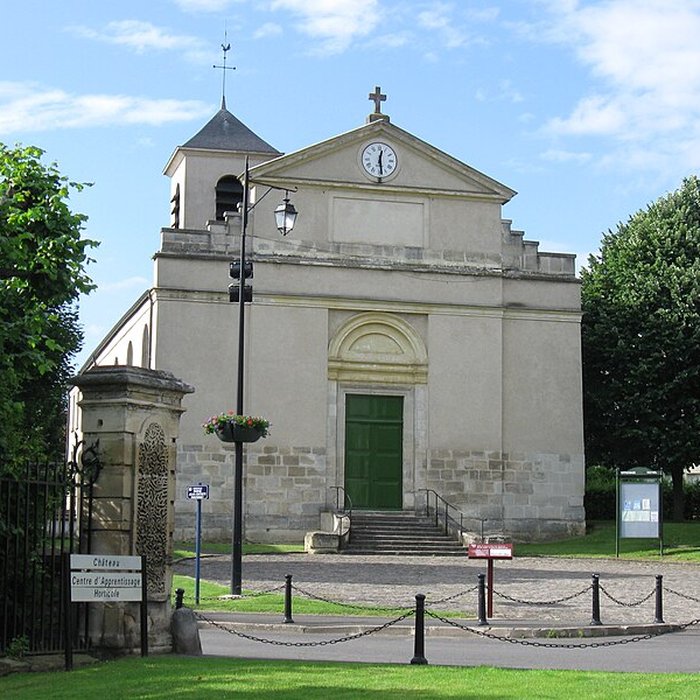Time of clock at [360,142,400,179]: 12:28
